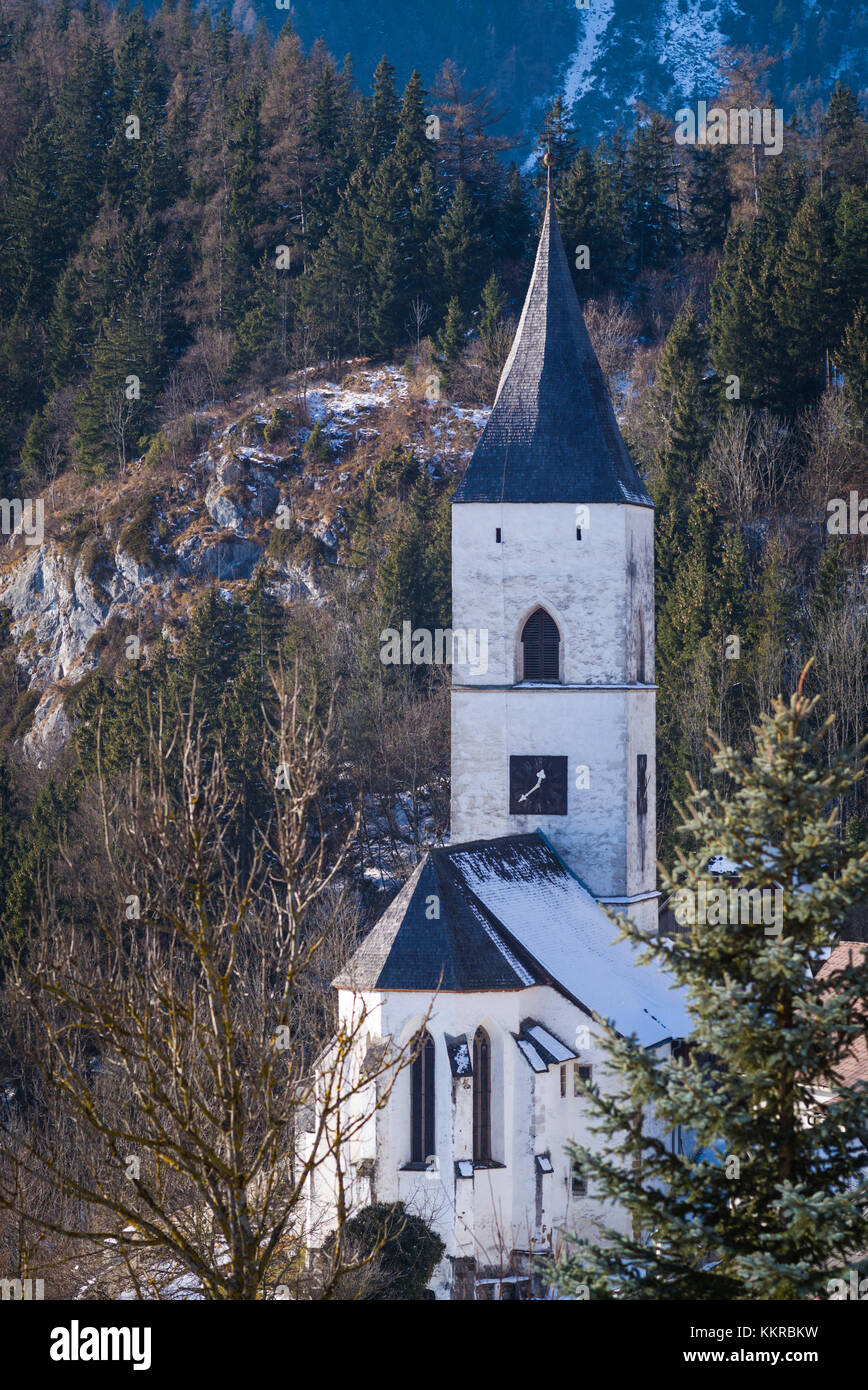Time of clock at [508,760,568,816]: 12:38
